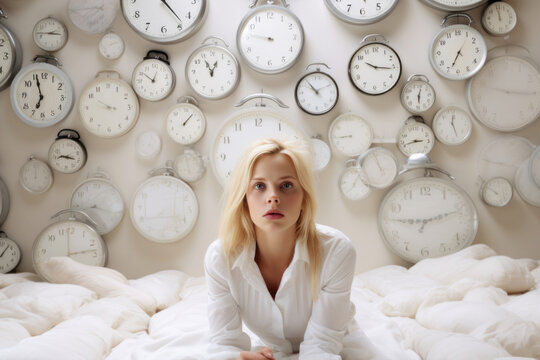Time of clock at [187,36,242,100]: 12:54
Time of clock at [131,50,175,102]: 12:51
